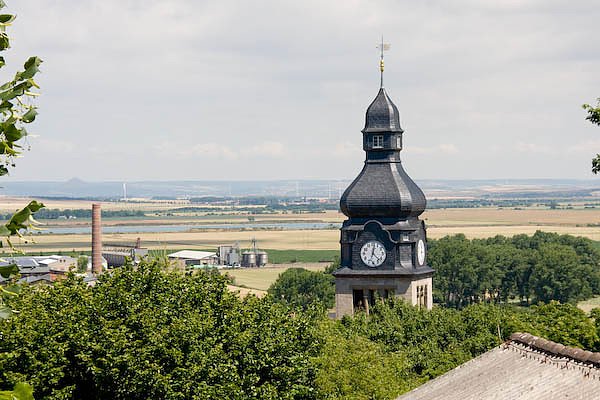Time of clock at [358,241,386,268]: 12:22
